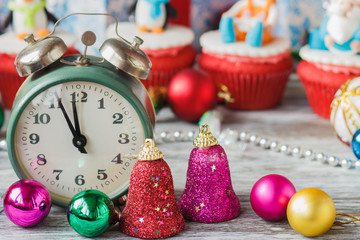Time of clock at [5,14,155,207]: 11:55
